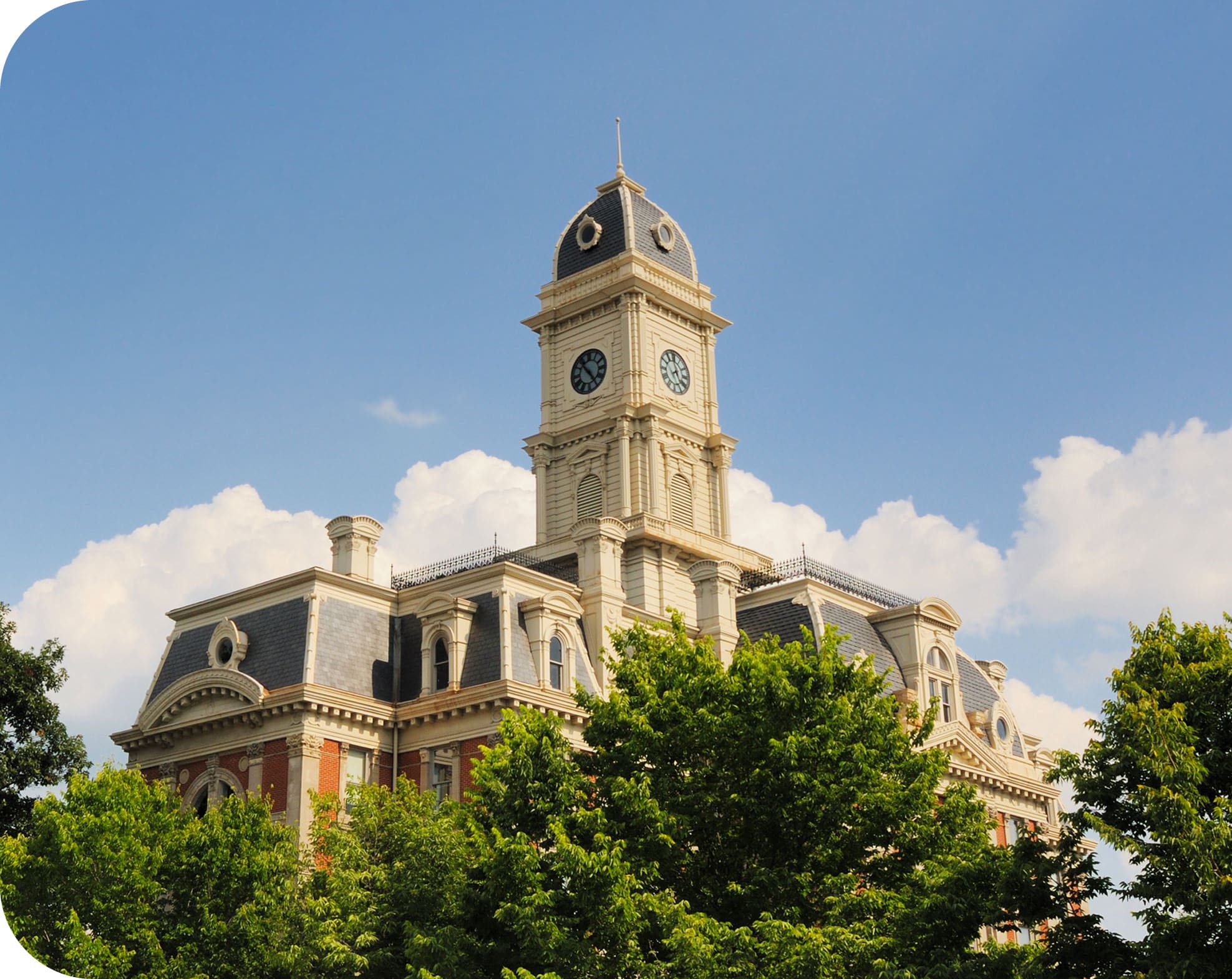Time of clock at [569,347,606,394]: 10:23
